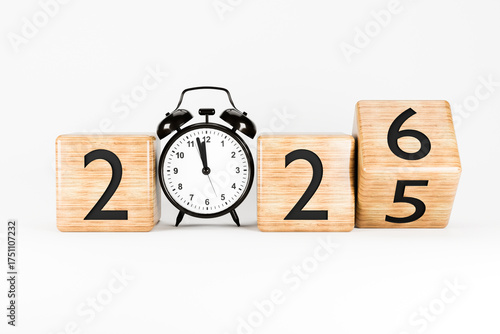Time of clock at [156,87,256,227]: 11:57
